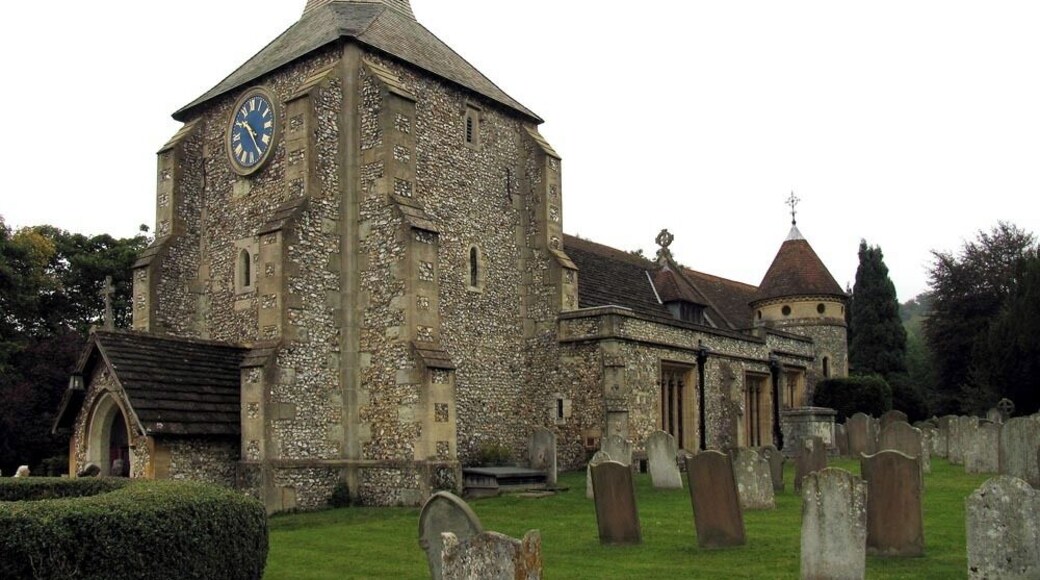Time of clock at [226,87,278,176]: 10:24
